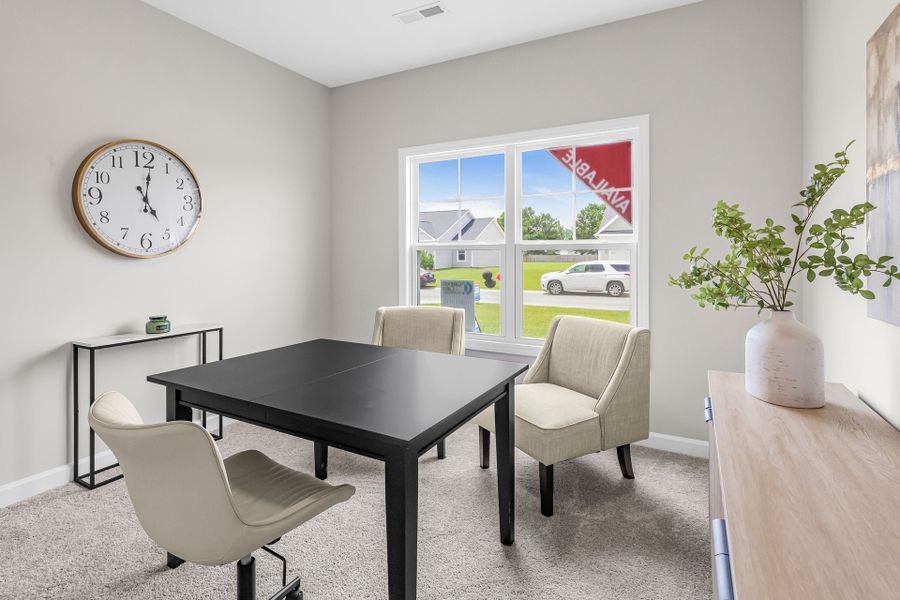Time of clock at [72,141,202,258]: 5:01
